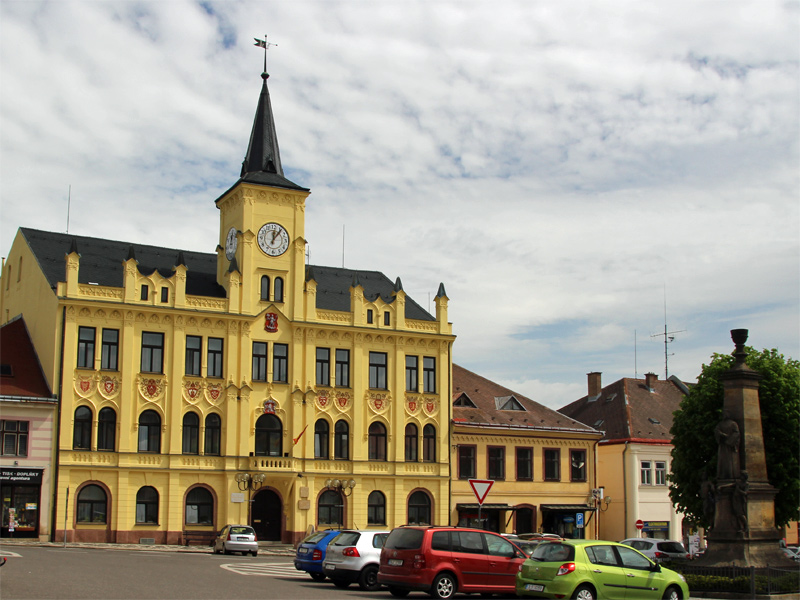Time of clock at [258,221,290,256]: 12:06
